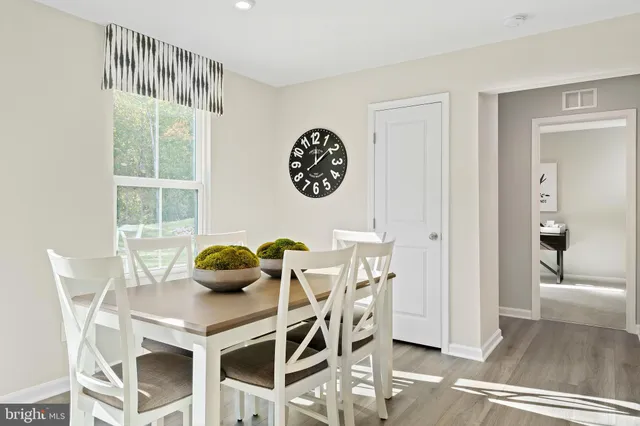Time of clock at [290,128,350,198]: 12:08
